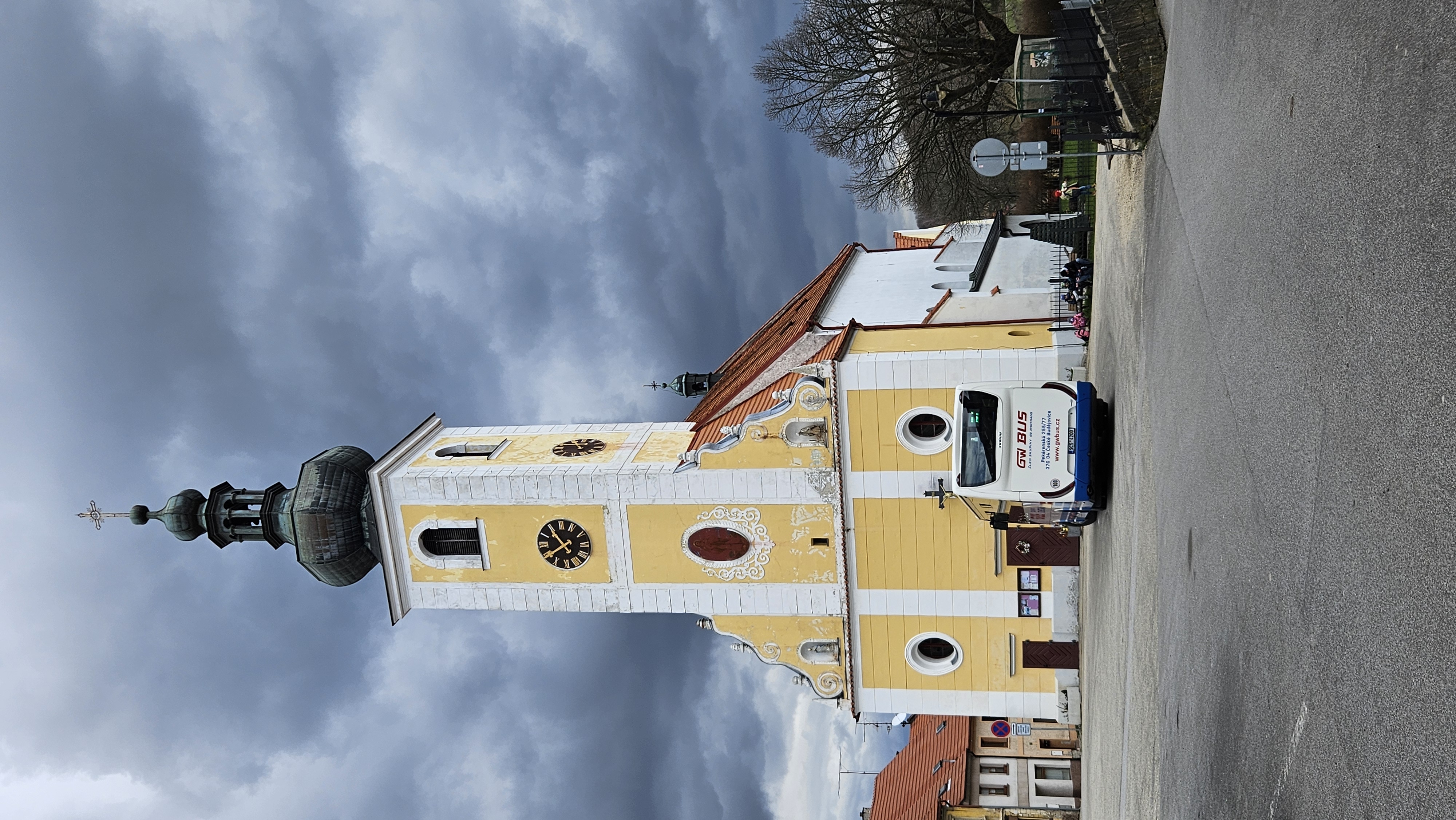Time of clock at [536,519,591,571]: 7:54
